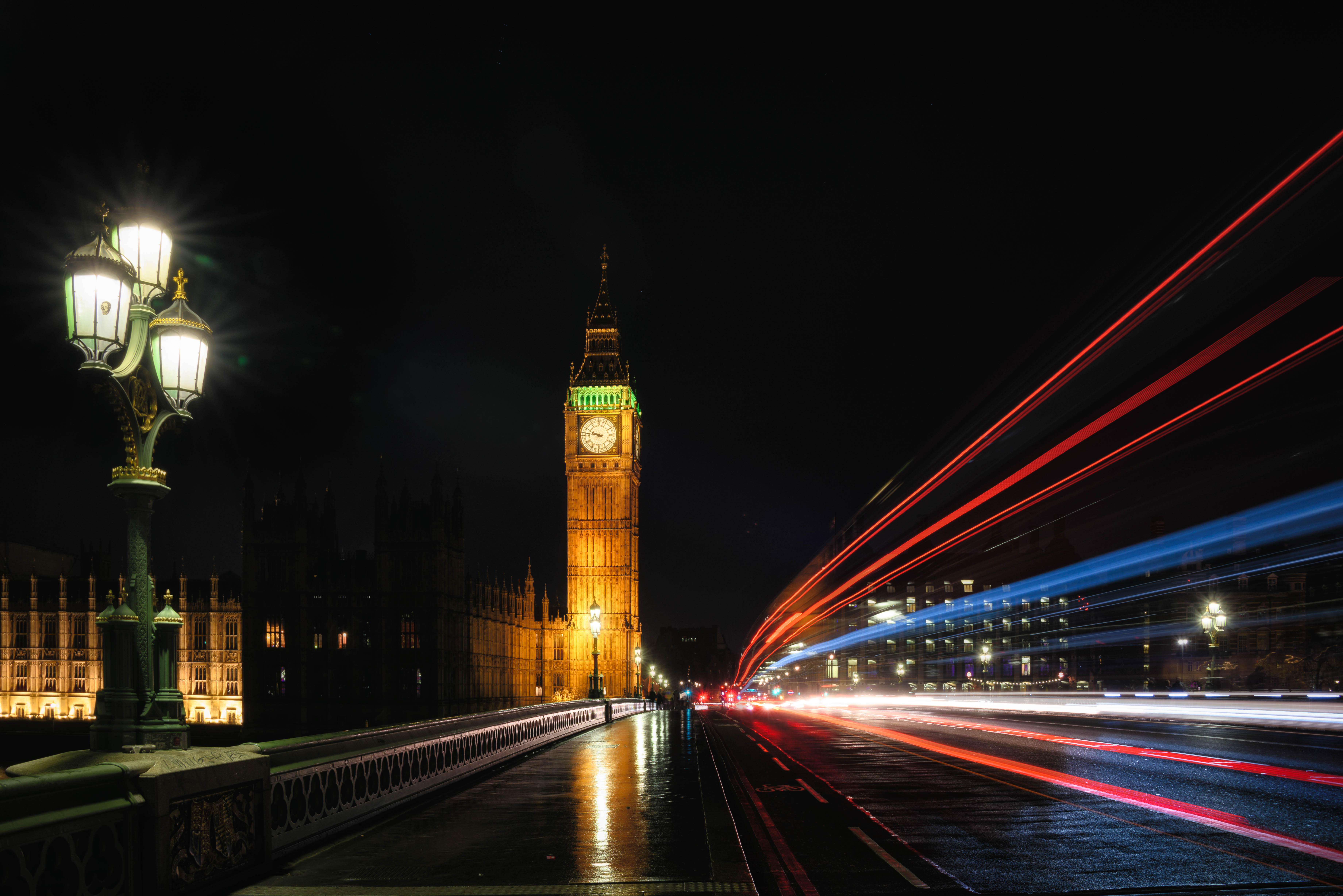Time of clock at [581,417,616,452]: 9:46
